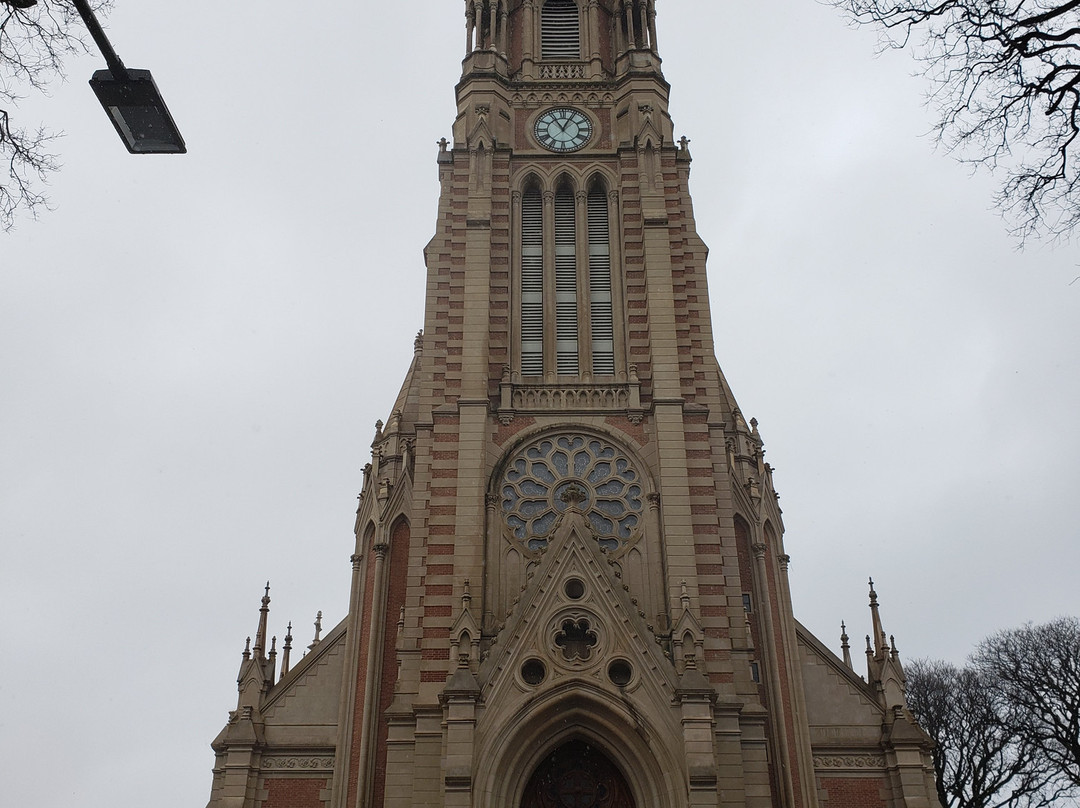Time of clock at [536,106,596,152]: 11:04
